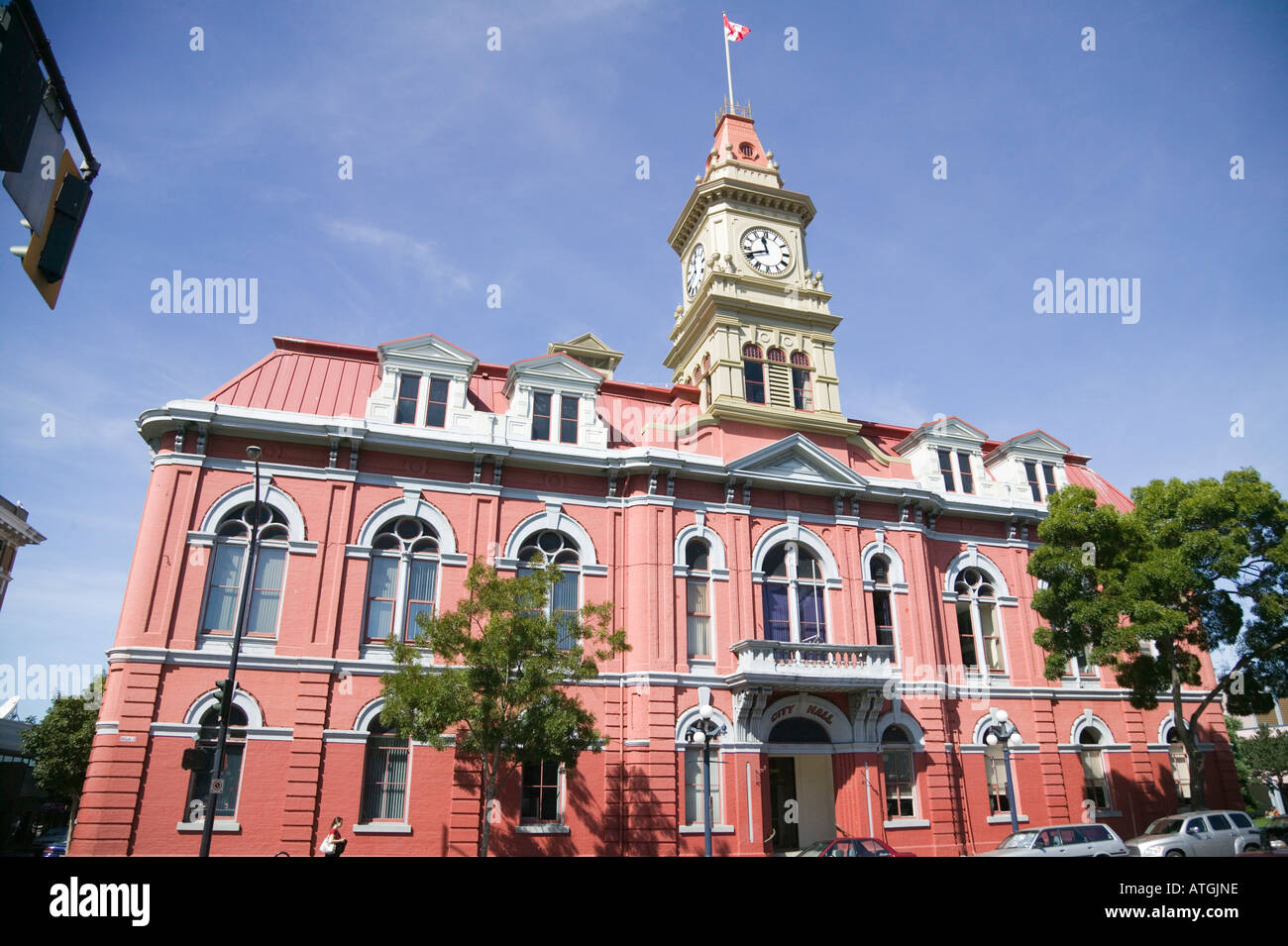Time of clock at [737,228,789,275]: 11:41
